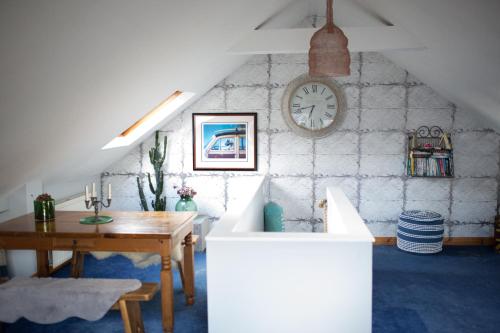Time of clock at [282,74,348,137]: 6:42
